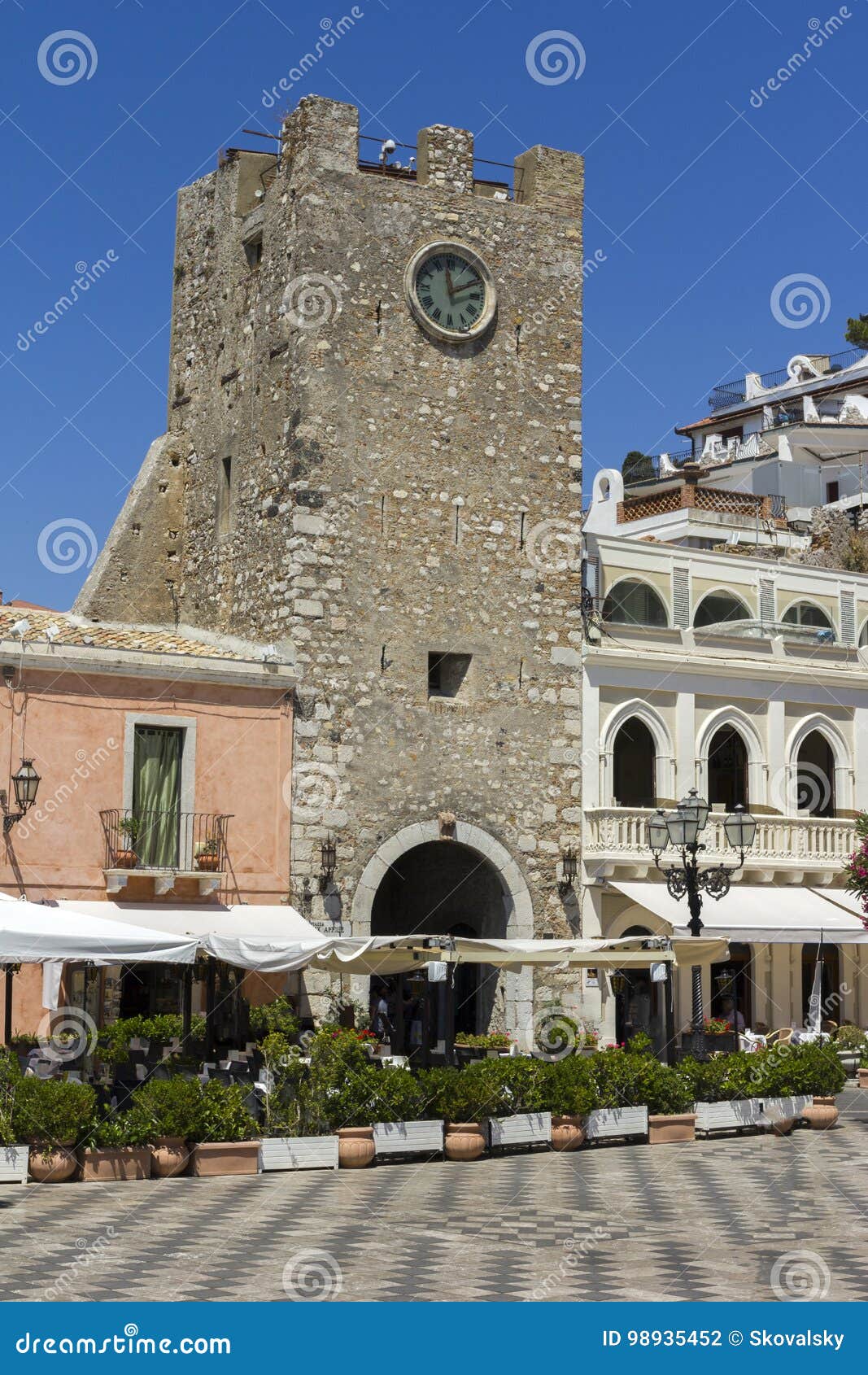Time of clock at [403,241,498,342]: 1:58
